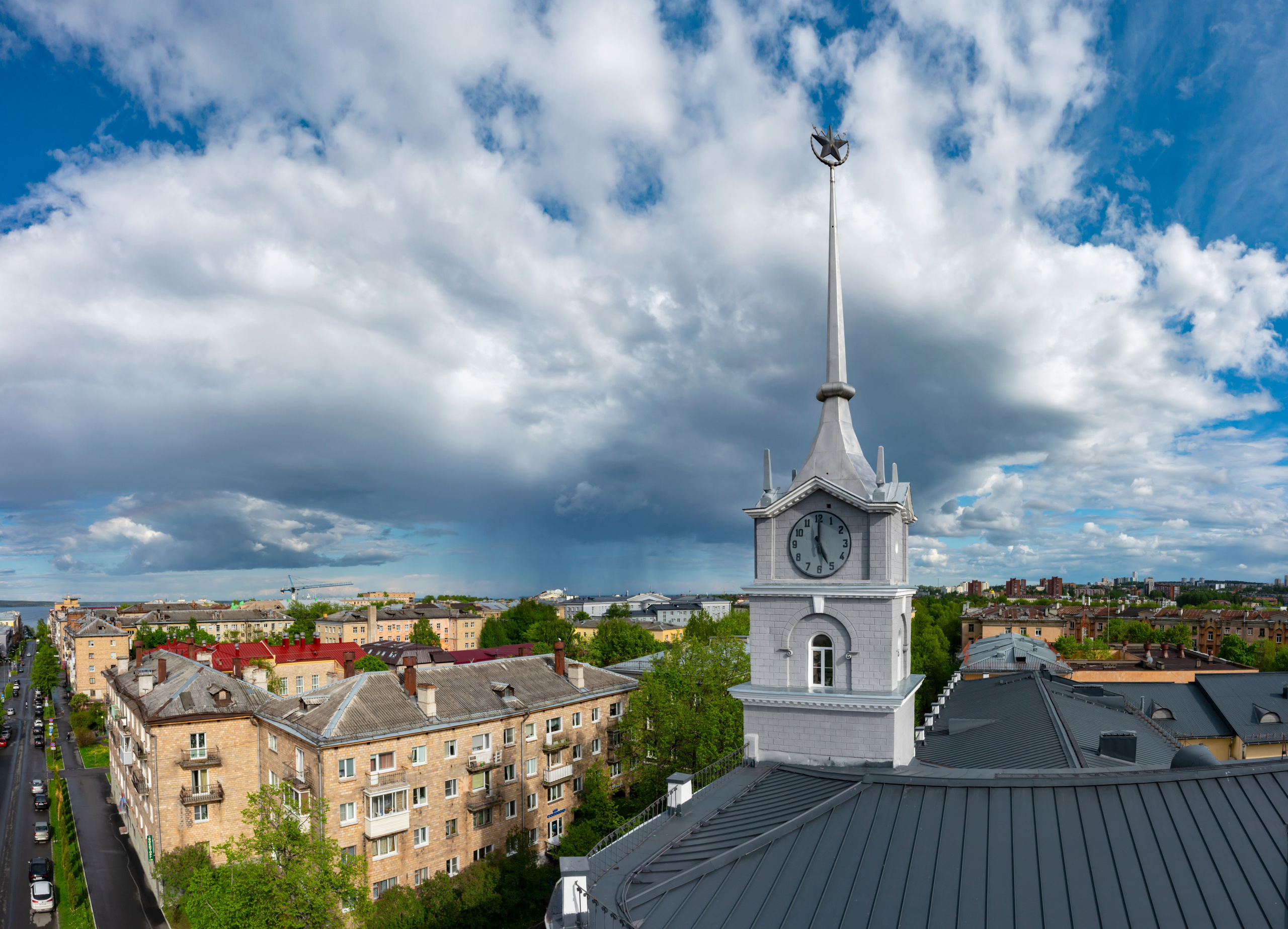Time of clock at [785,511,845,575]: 5:00
